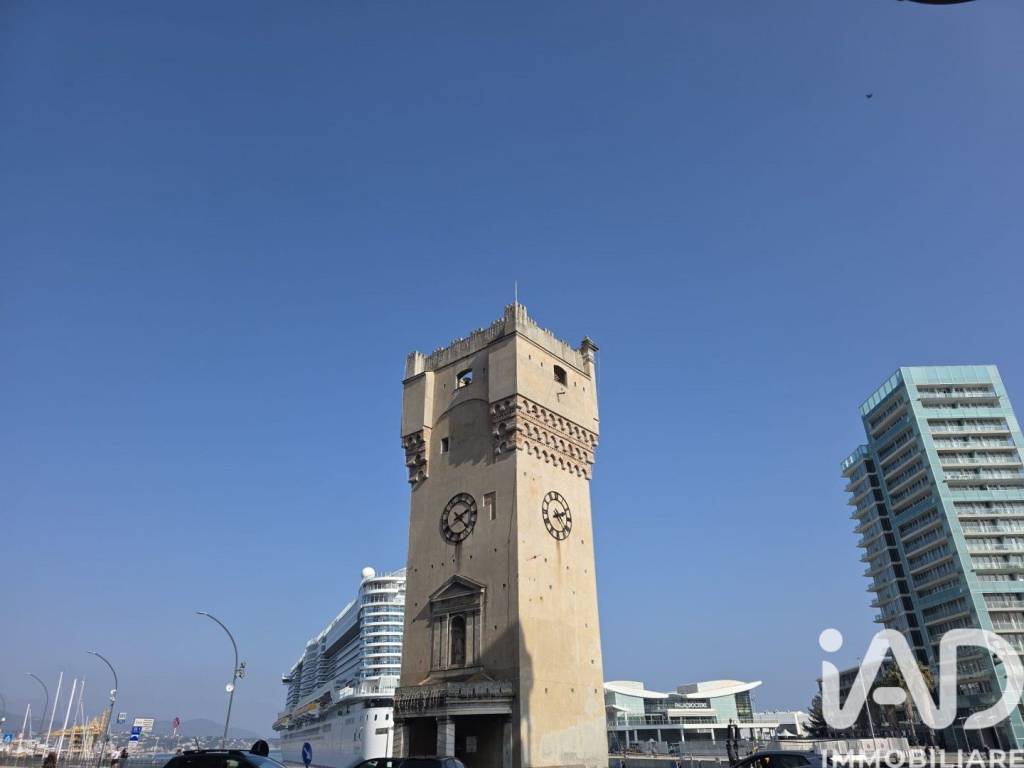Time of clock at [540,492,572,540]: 2:23
